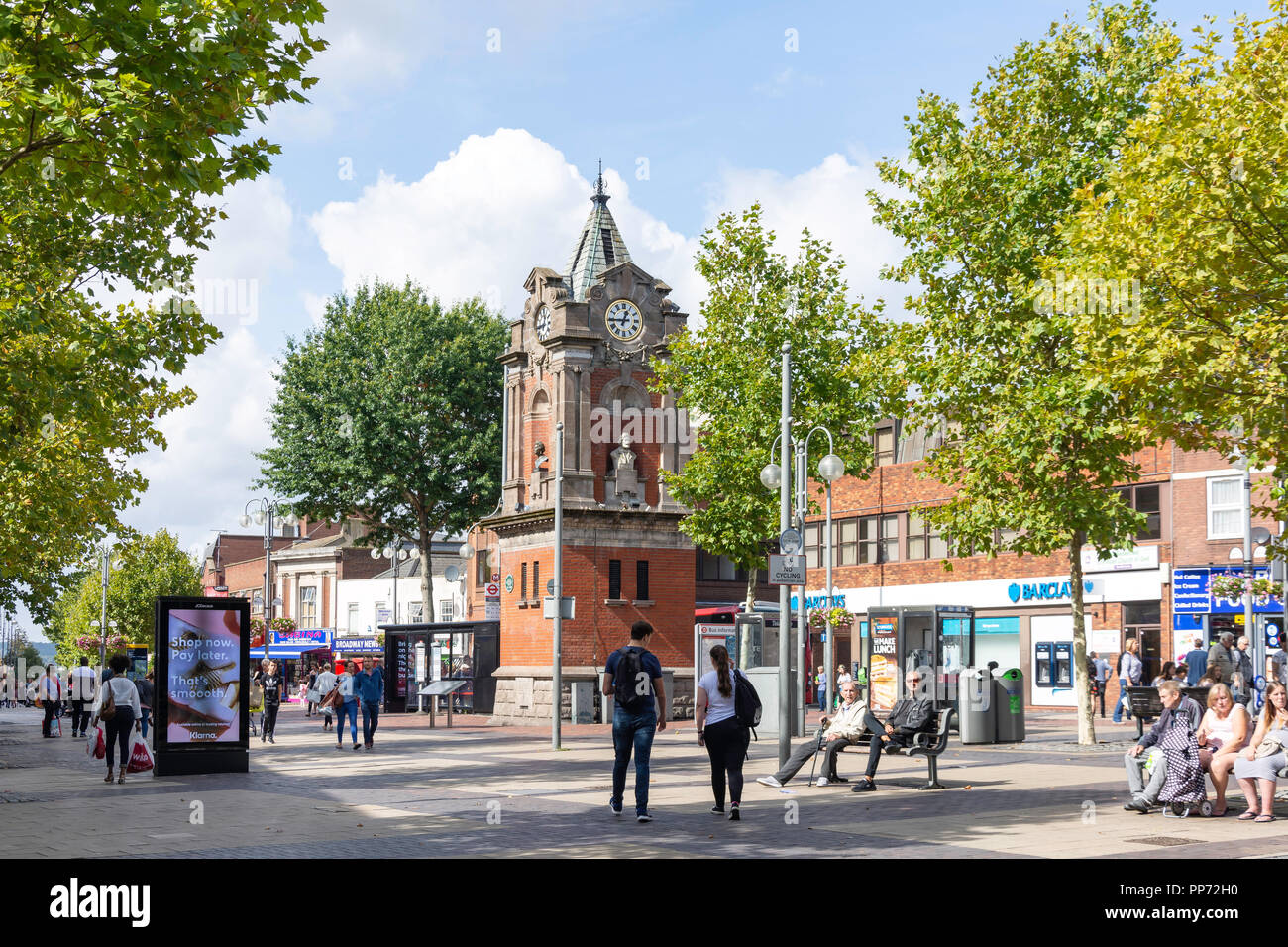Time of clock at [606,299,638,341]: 12:44
